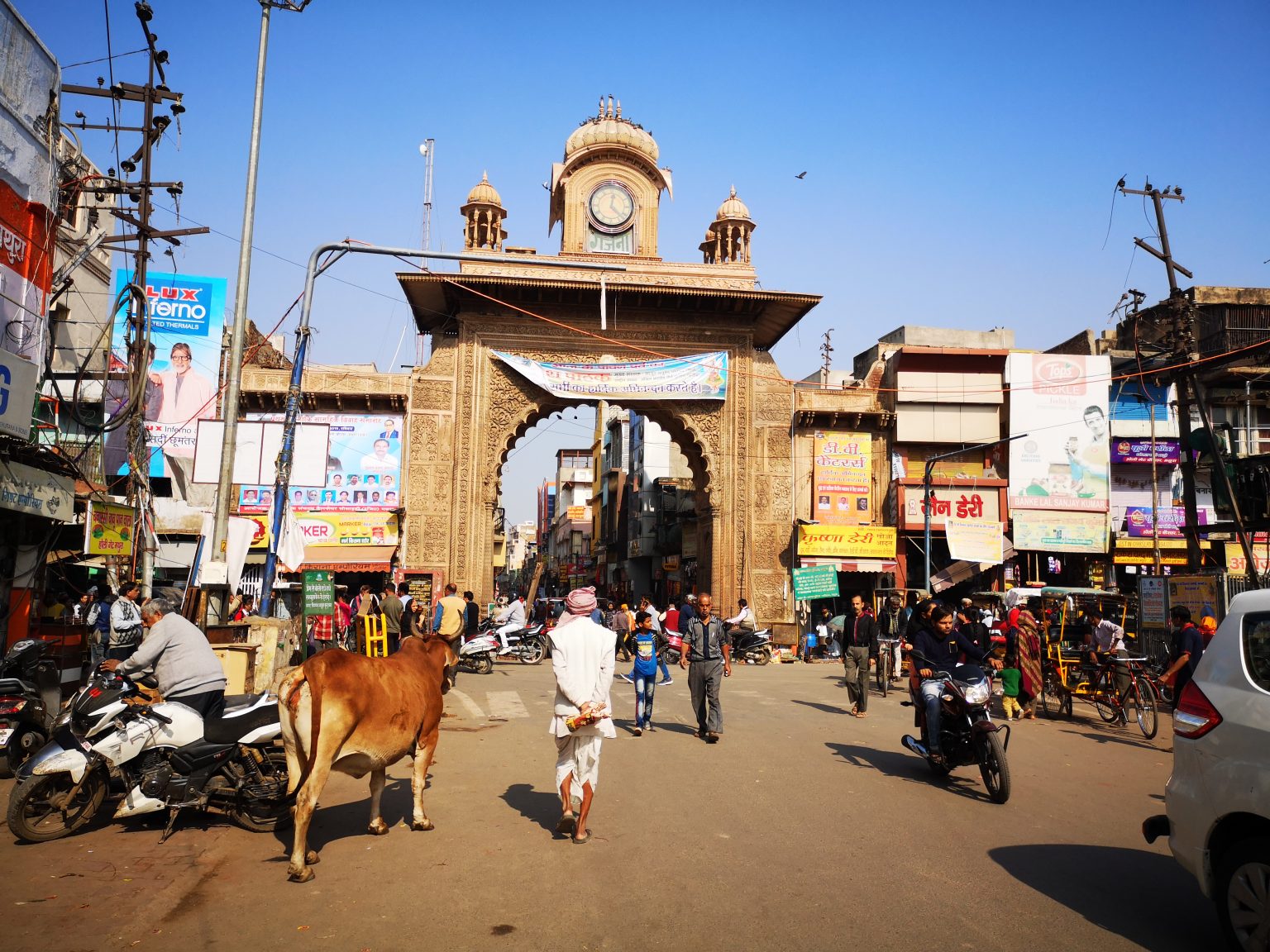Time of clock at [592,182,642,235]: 12:22
